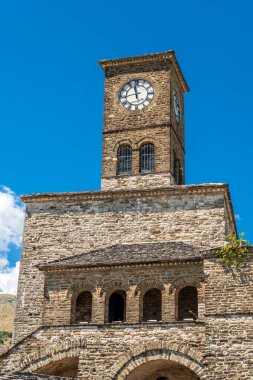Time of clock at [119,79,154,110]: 11:43
